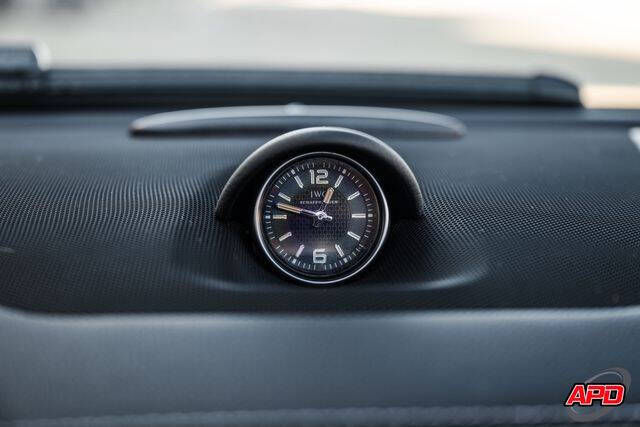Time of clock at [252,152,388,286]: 12:47
